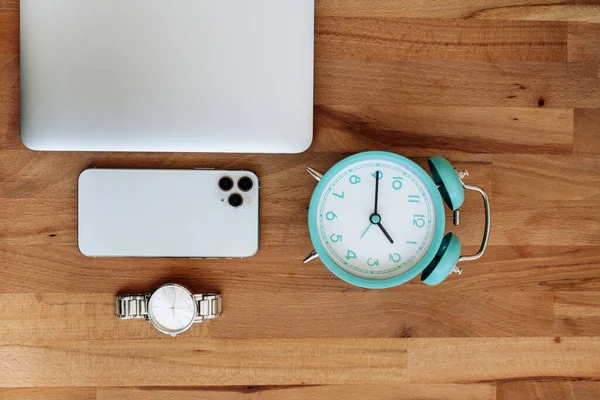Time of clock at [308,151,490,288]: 5:00
